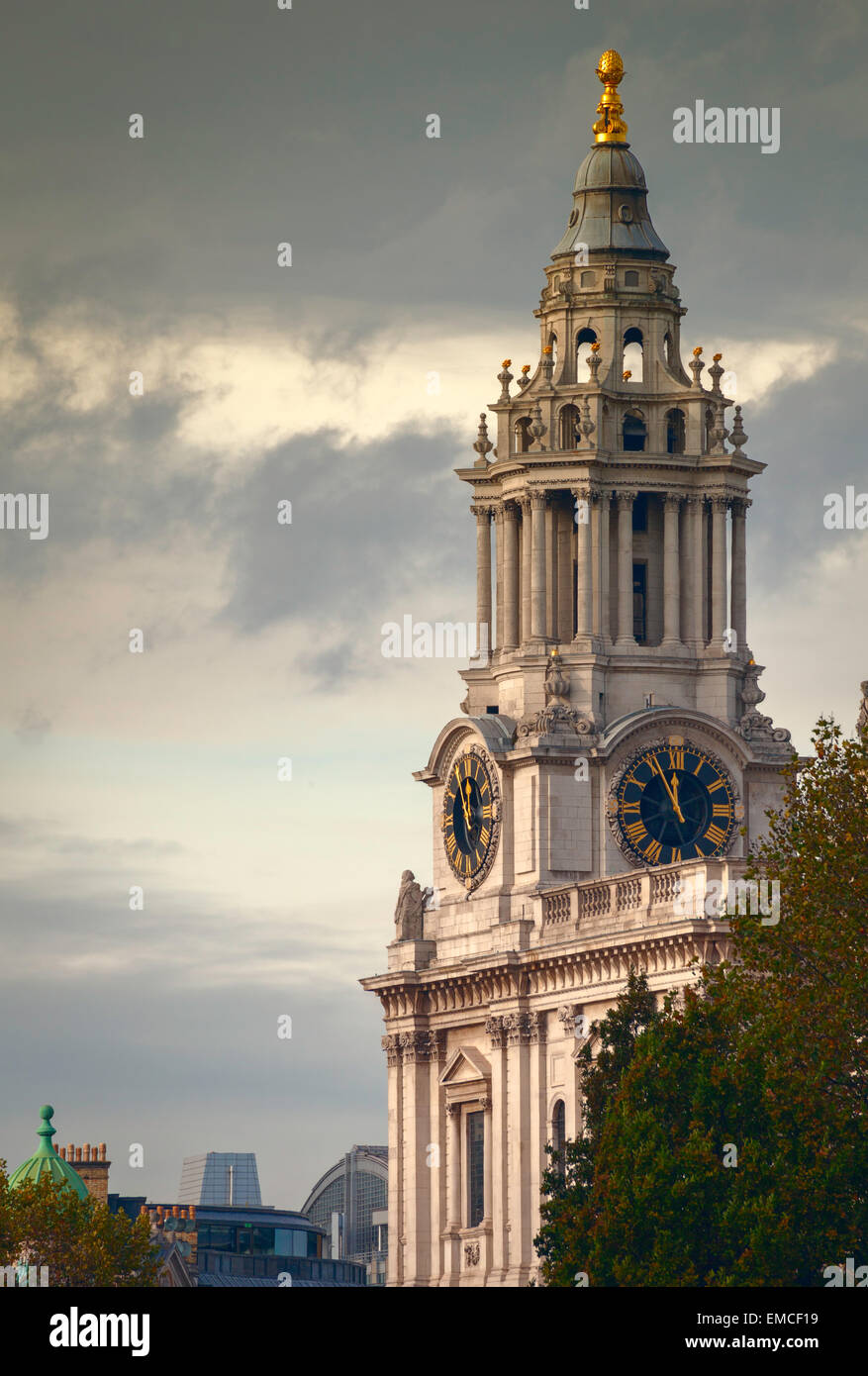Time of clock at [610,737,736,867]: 11:55
